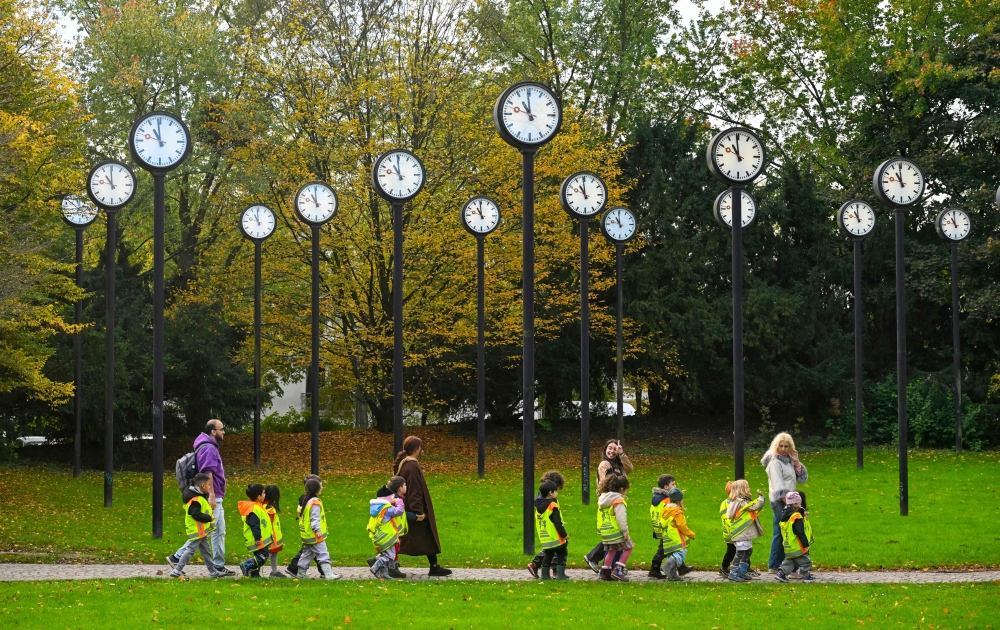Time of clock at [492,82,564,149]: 10:59
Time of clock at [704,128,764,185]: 10:59
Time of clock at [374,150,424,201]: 10:59
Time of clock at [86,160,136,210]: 10:59
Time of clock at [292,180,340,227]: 10:59
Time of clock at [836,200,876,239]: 10:59
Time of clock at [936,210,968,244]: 10:59
